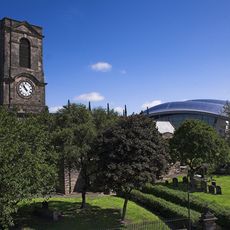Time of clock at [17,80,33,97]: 10:52
